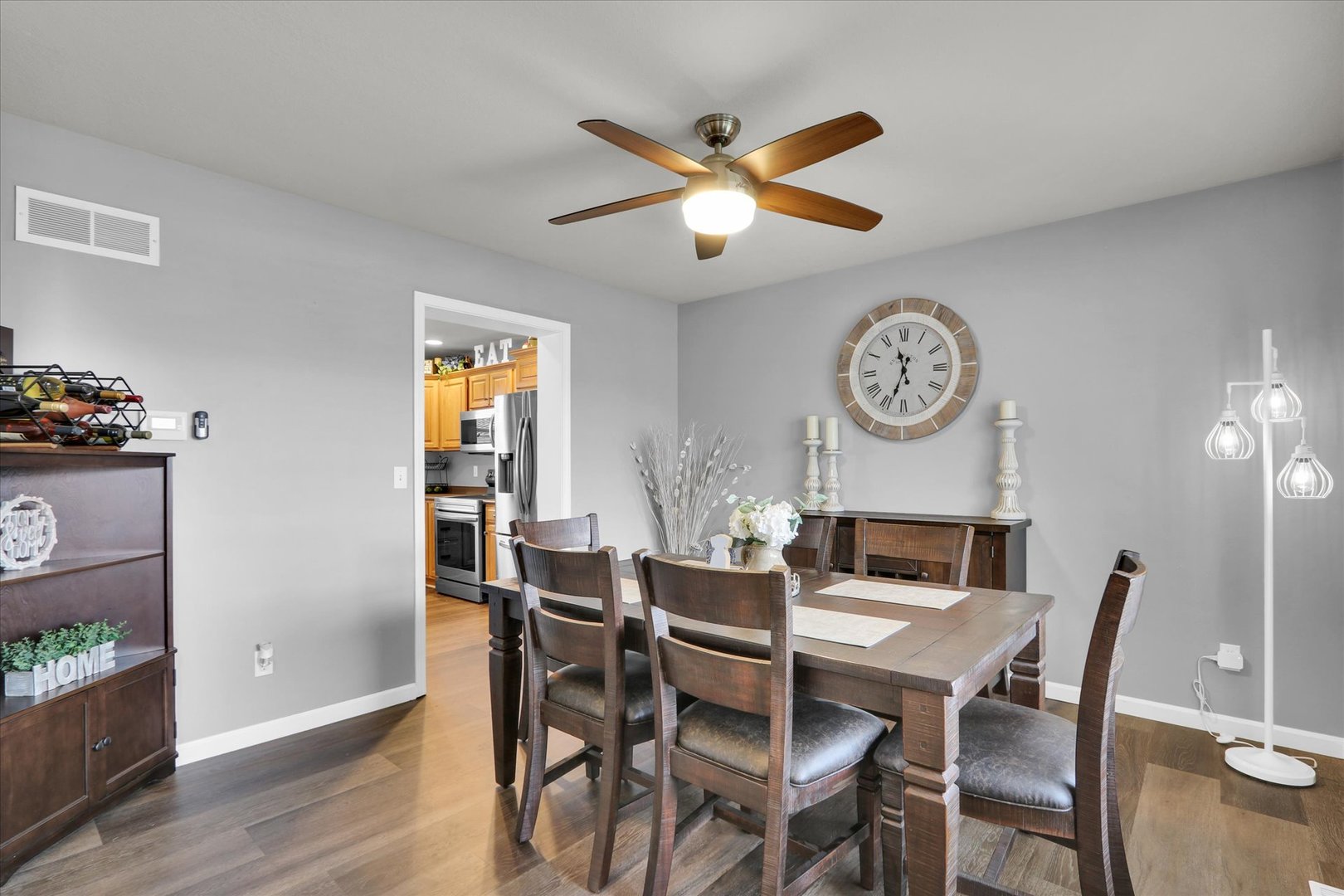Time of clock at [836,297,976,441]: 11:33
